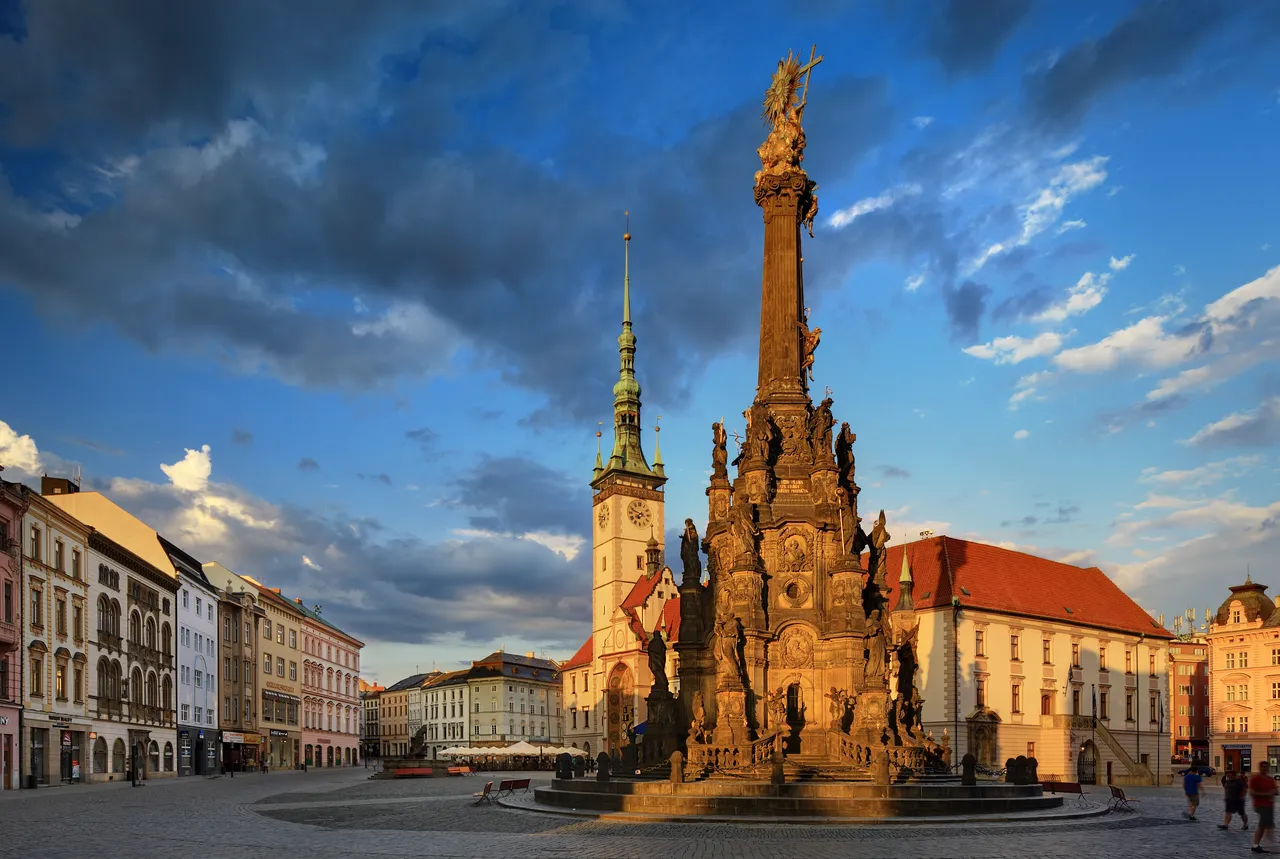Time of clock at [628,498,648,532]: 7:48
